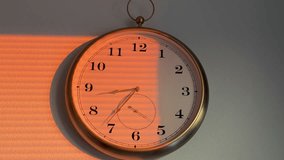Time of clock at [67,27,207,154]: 8:36
